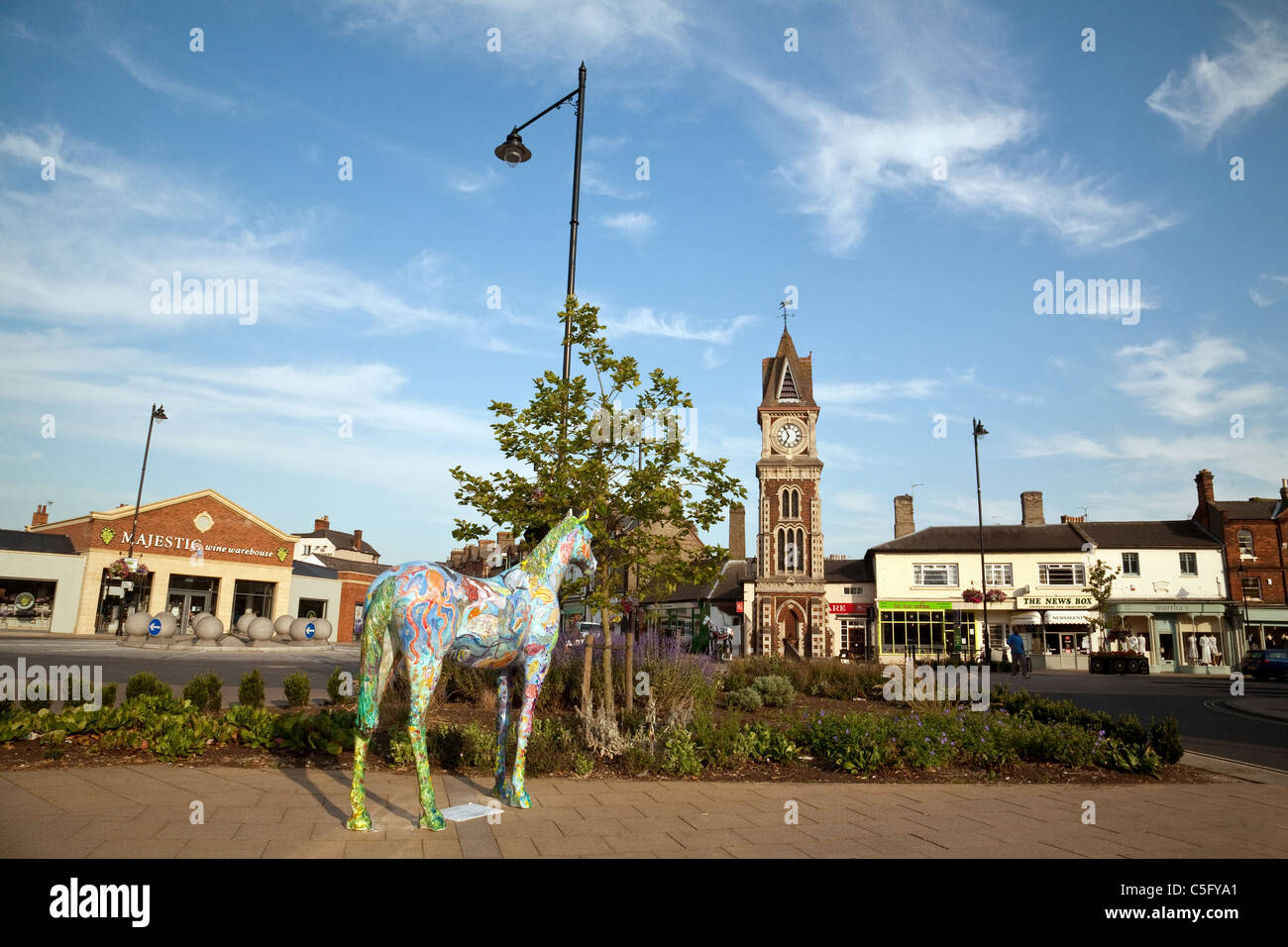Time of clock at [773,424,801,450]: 6:55
